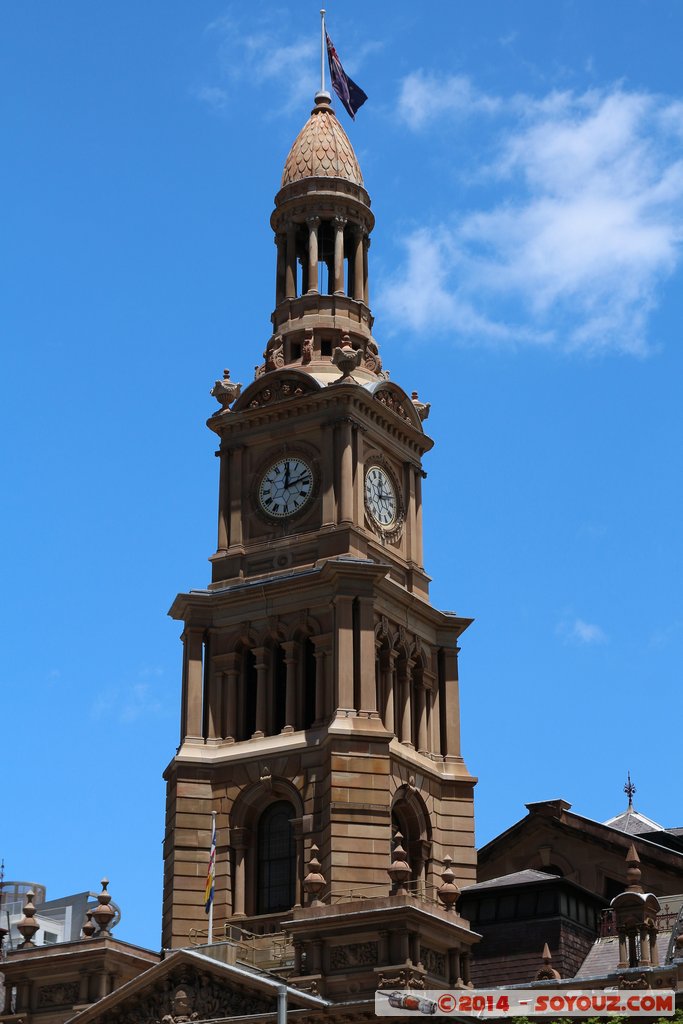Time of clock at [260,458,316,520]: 12:12
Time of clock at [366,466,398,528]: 12:12
